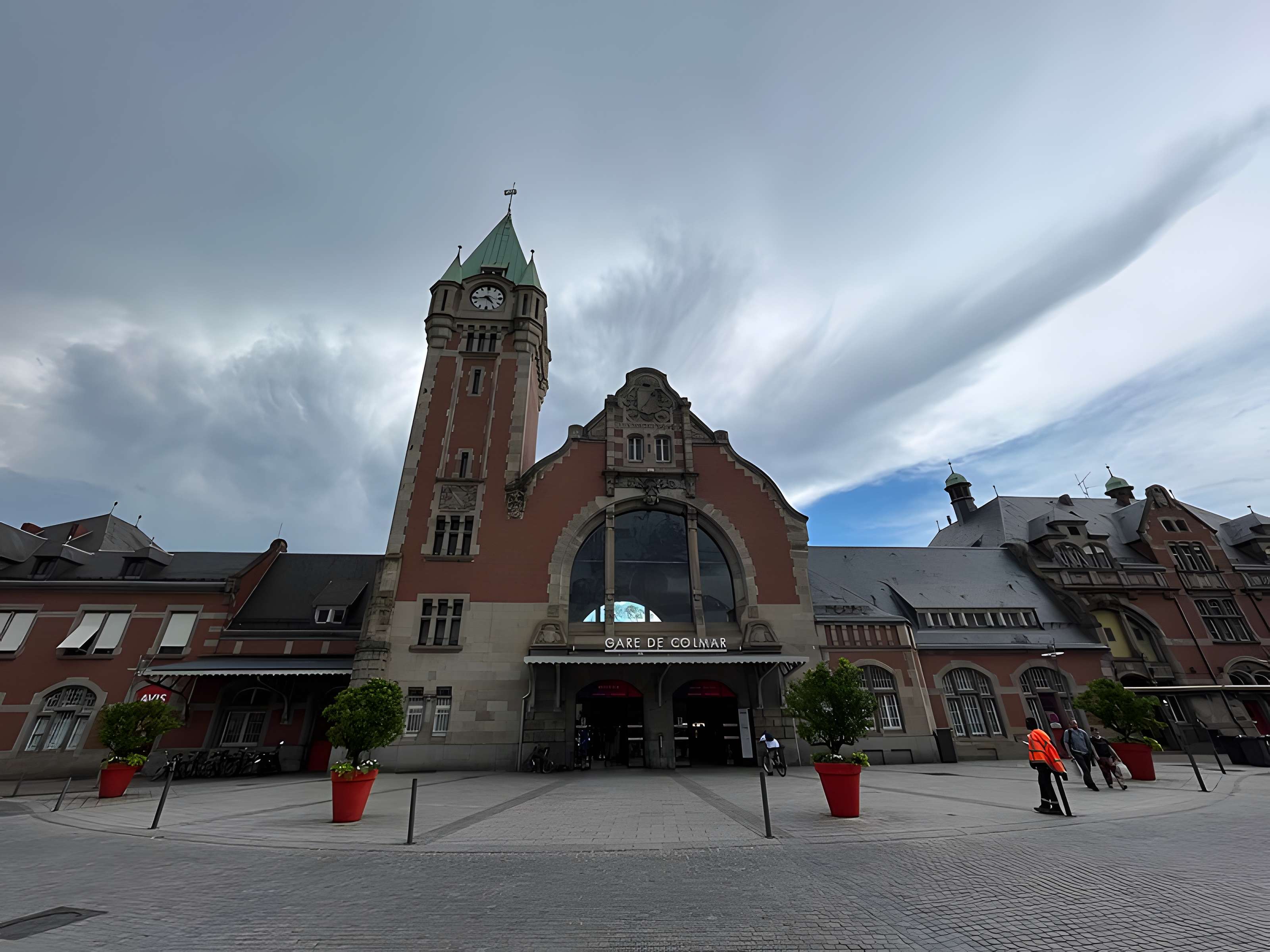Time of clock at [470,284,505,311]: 4:43
